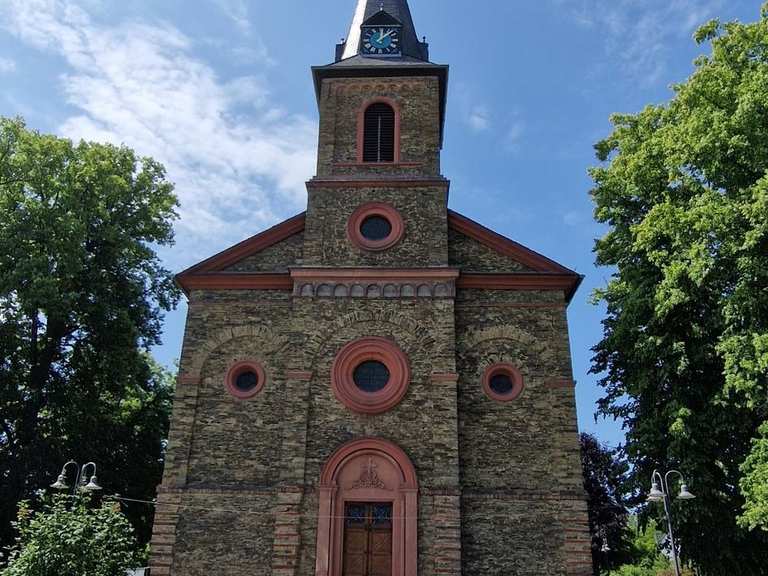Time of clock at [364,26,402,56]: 12:07
